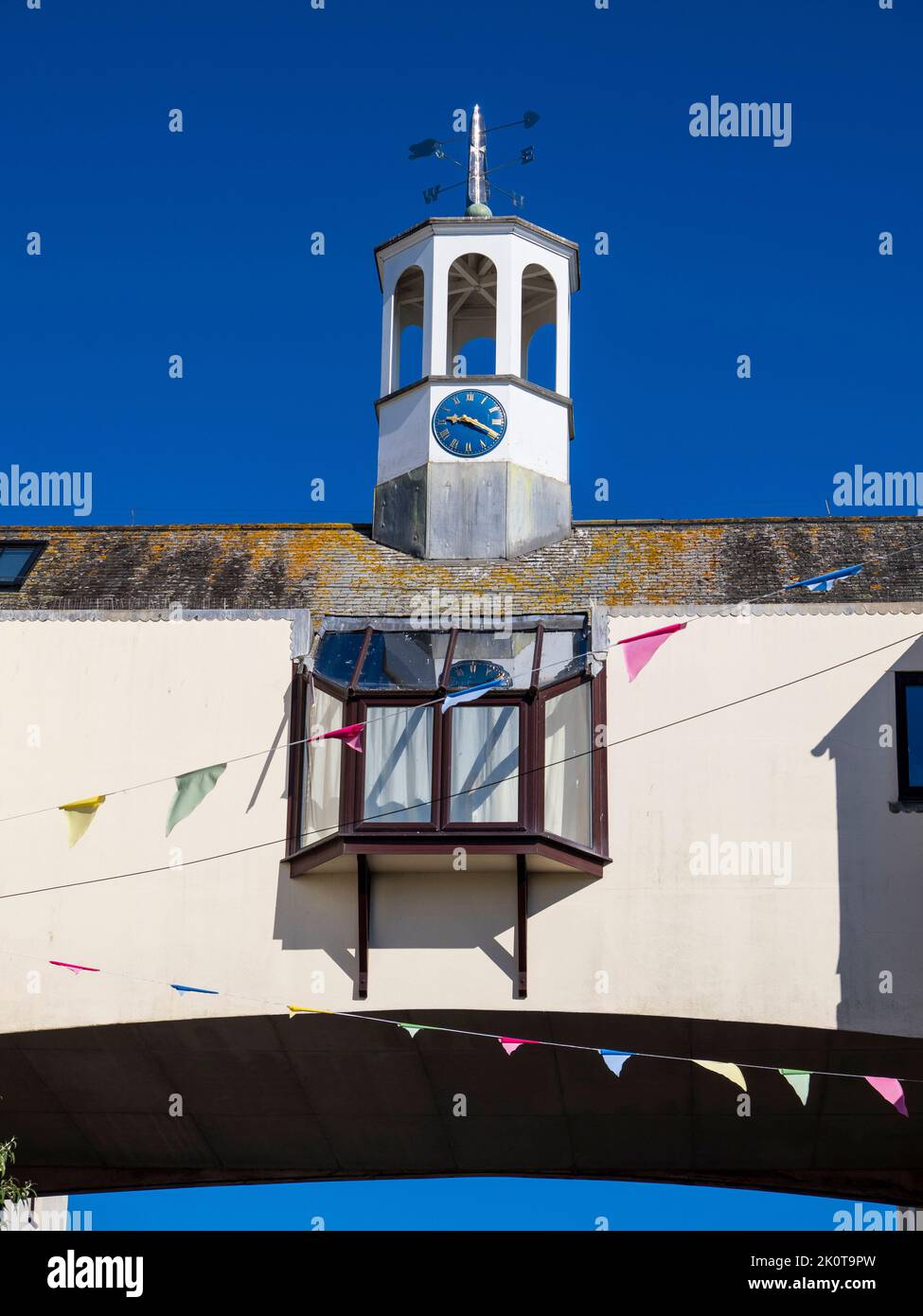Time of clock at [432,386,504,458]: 9:19
